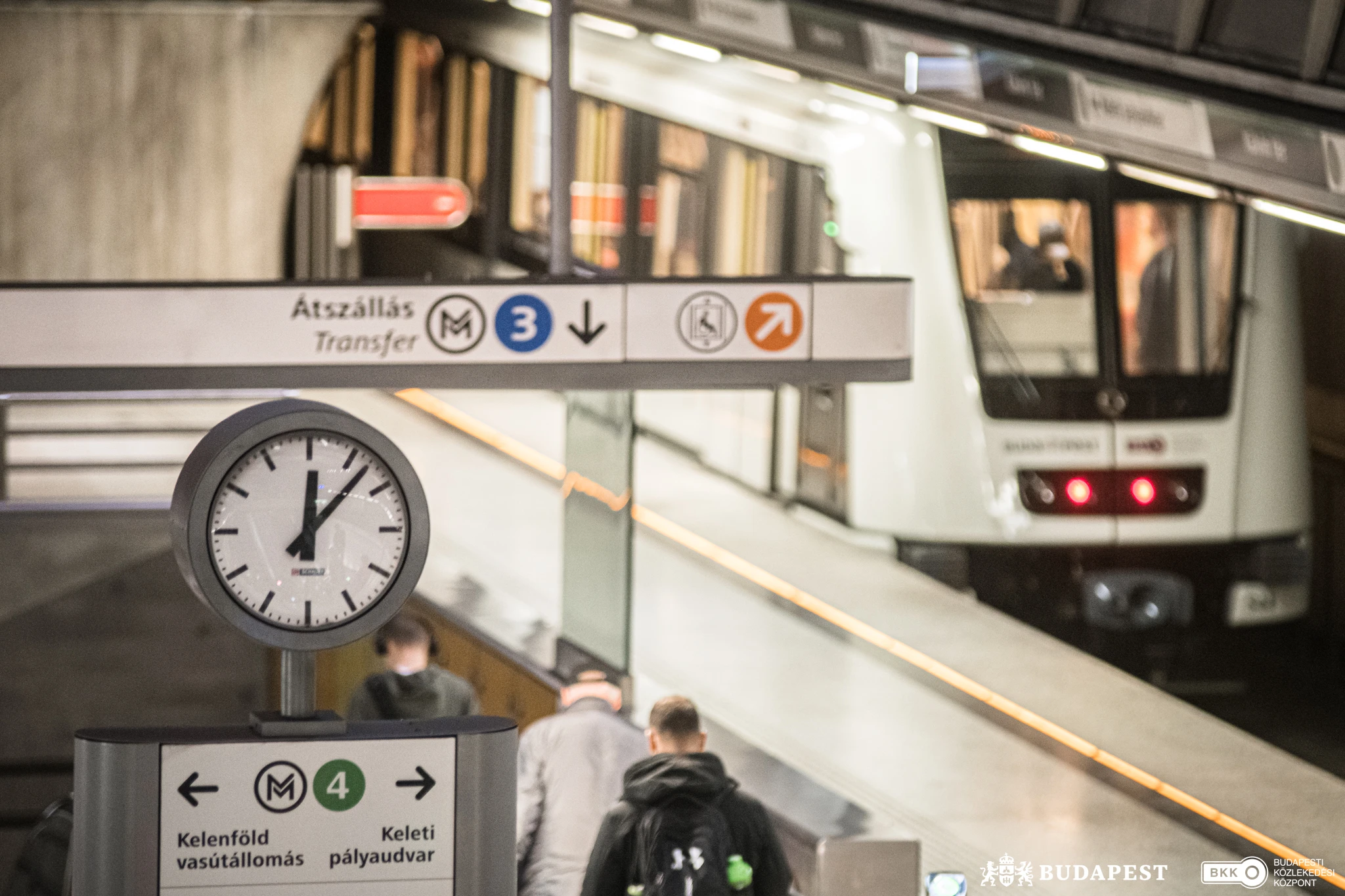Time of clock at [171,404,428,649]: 12:07
